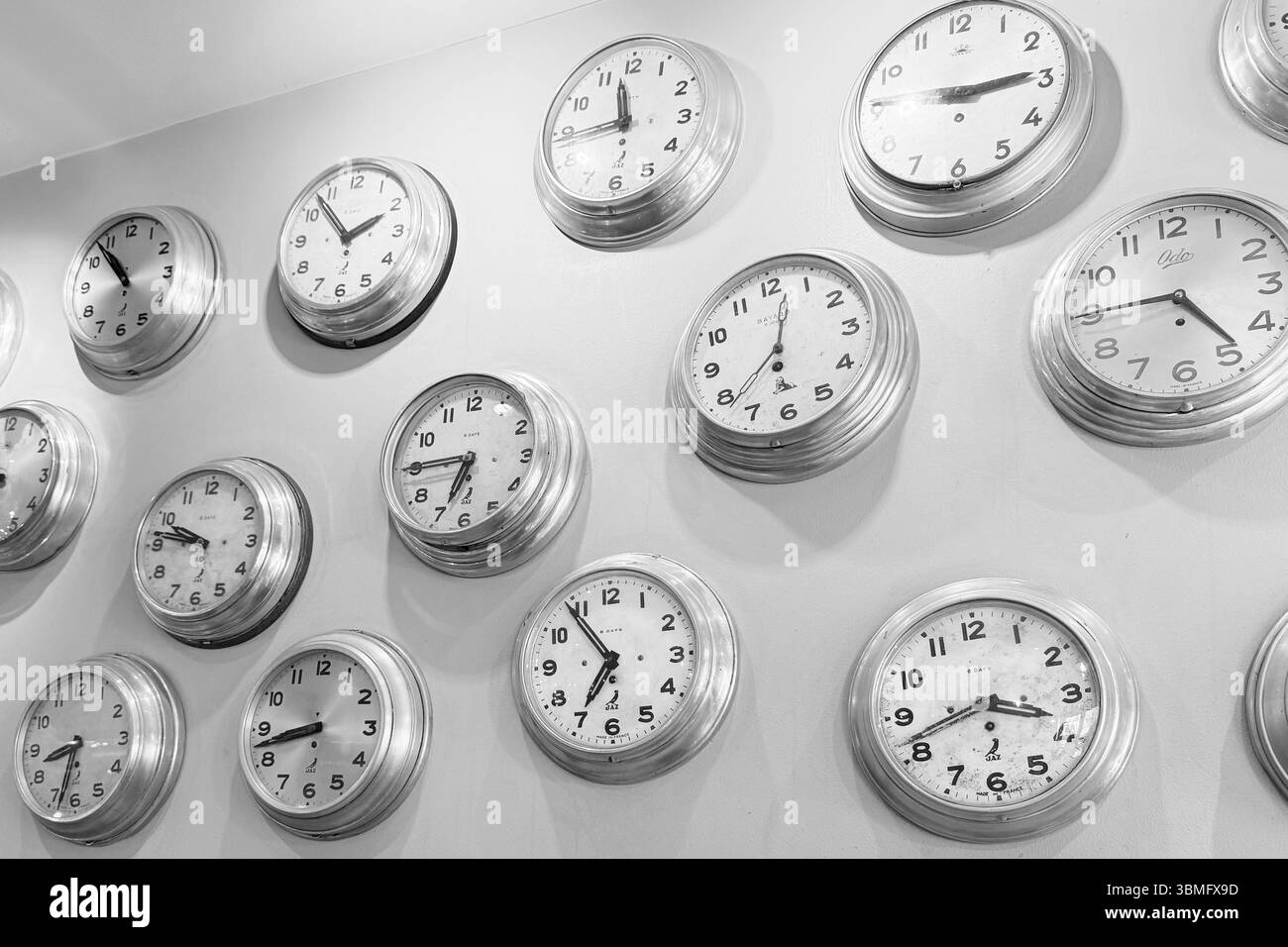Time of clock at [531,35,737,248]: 11:43
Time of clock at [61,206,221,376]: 10:53
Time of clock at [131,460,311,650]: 9:46
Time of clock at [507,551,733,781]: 6:53
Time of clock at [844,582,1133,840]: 3:41
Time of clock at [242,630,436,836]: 8:42
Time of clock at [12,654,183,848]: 8:33
